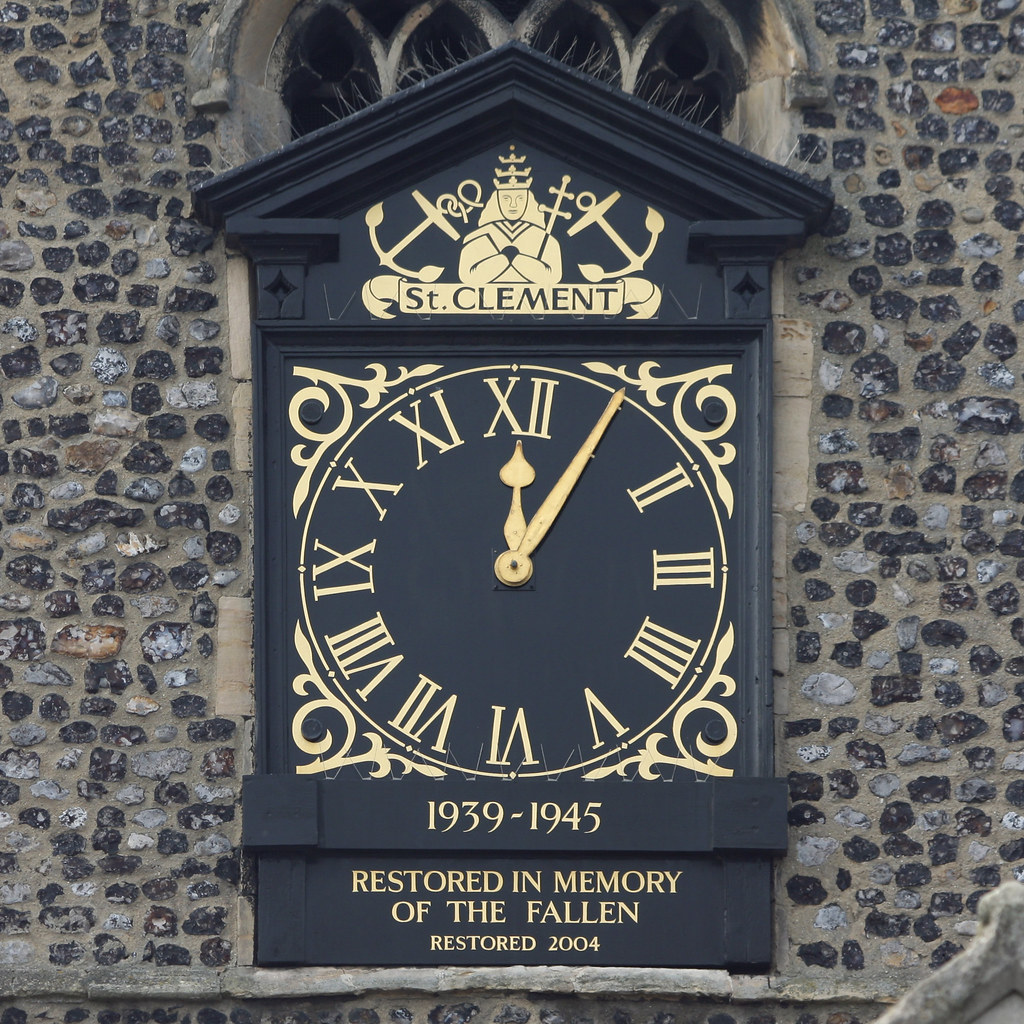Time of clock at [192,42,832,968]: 12:05
